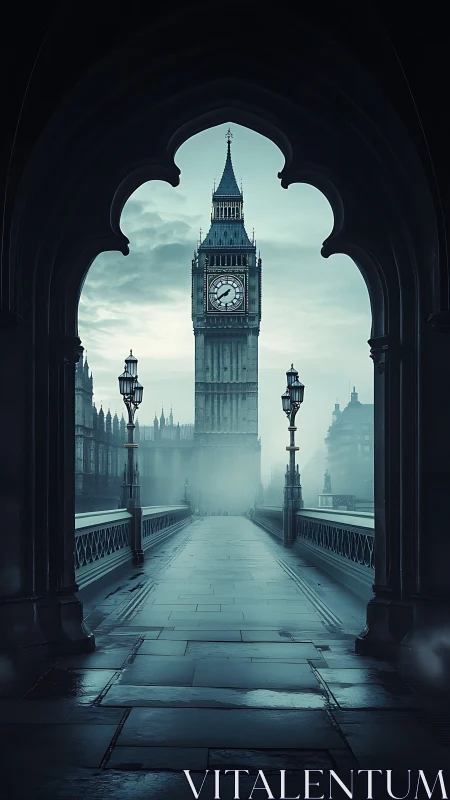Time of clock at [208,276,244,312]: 7:39
